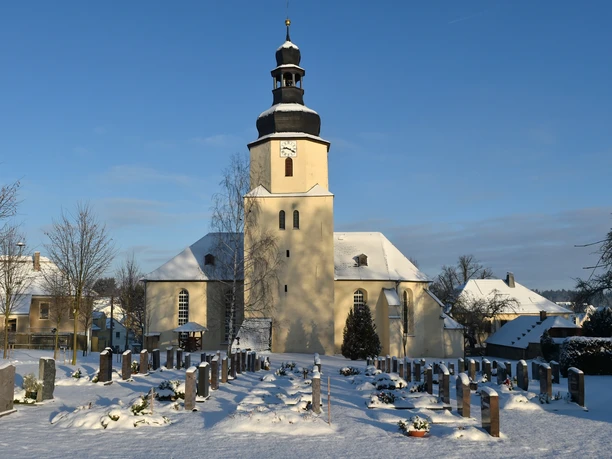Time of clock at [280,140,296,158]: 9:20
